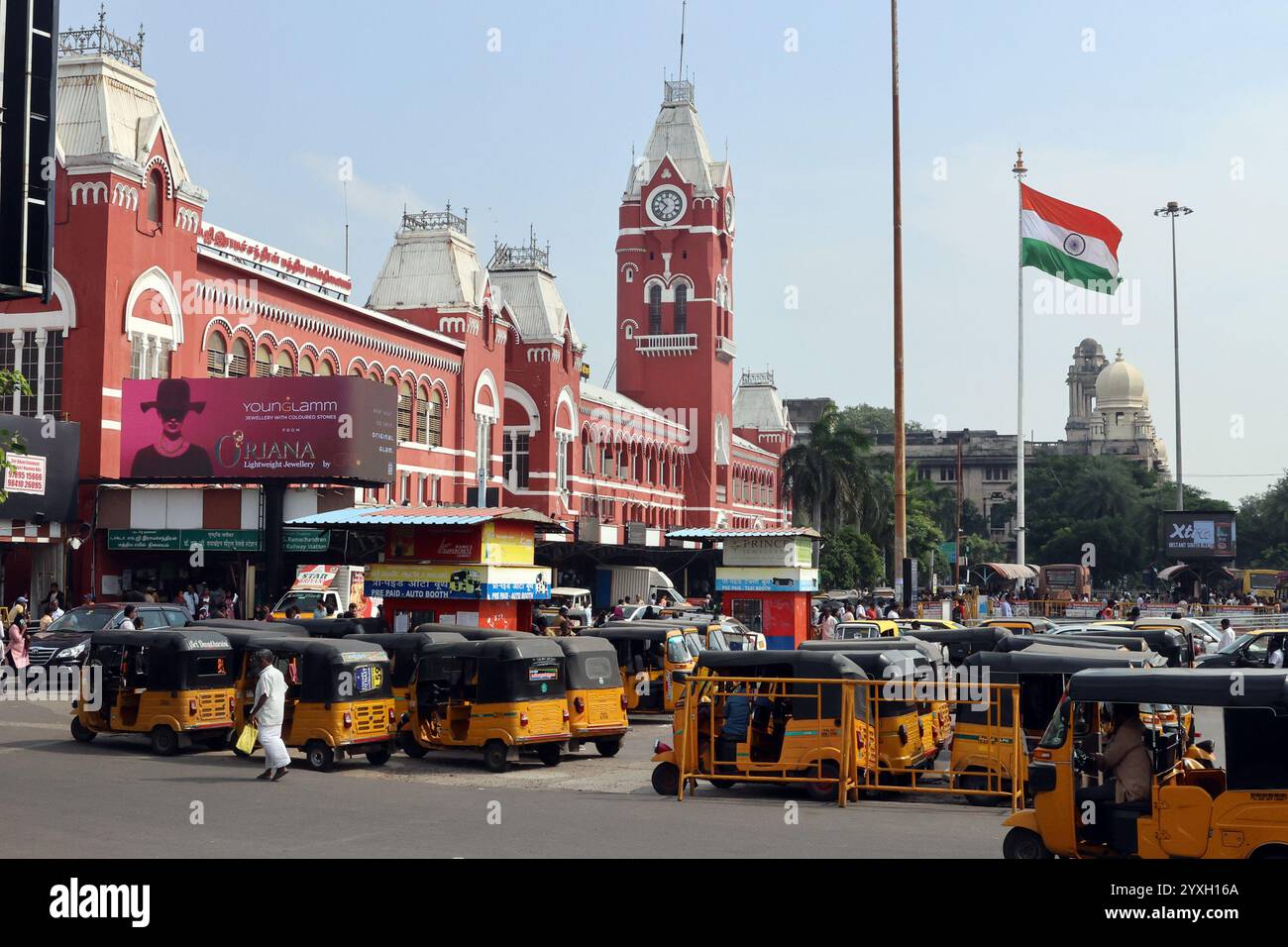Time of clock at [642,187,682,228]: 10:36
